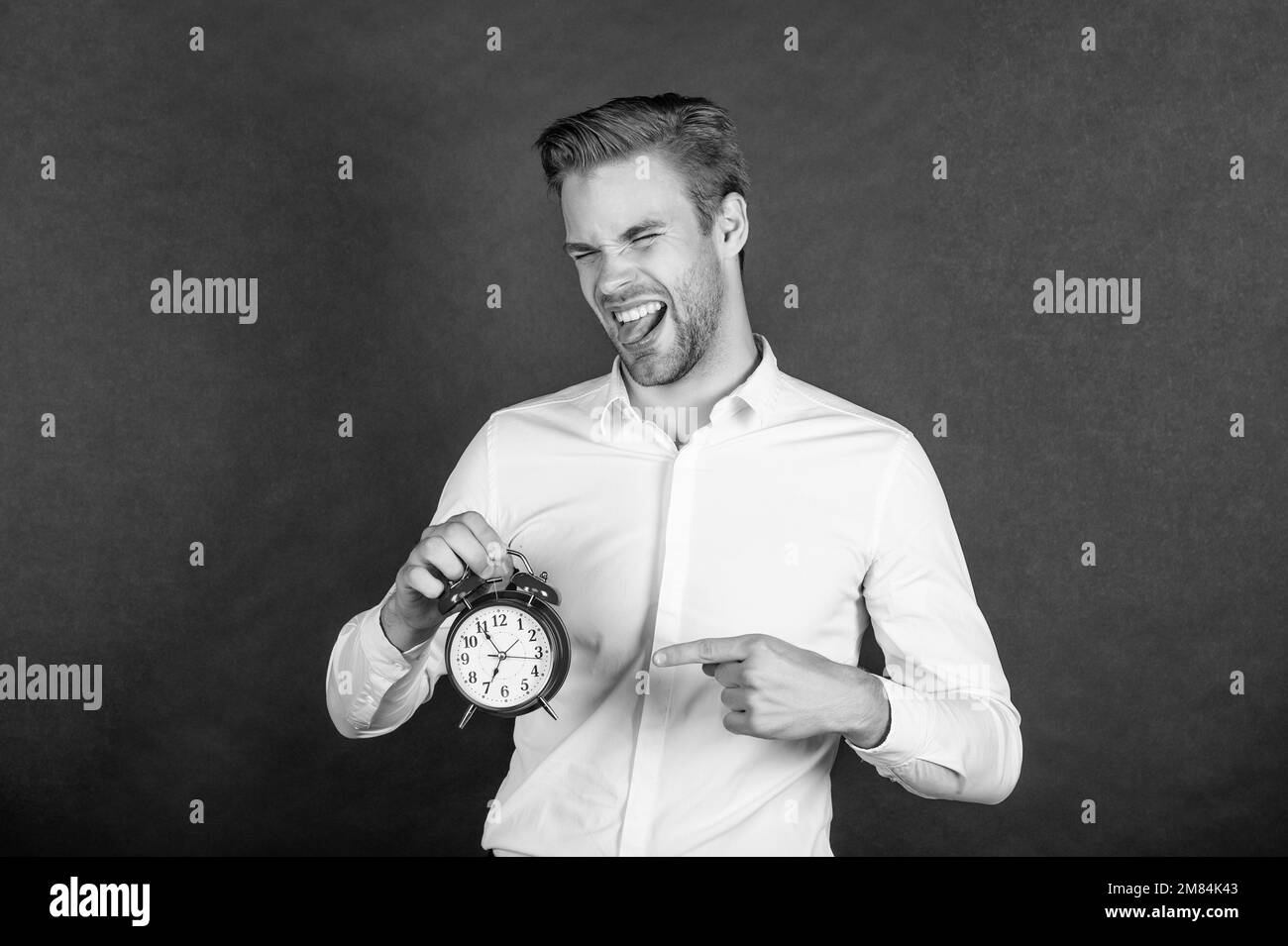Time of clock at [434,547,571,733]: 6:55
